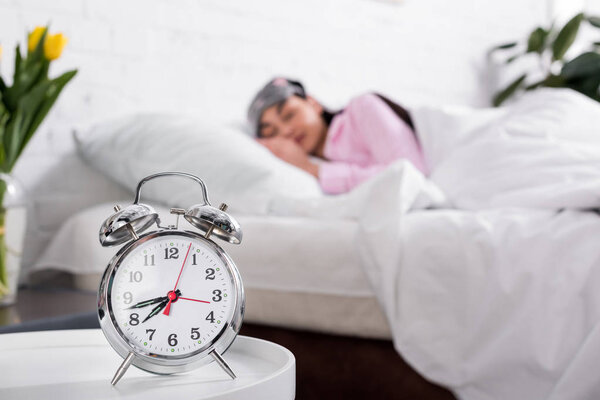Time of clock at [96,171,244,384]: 7:42
